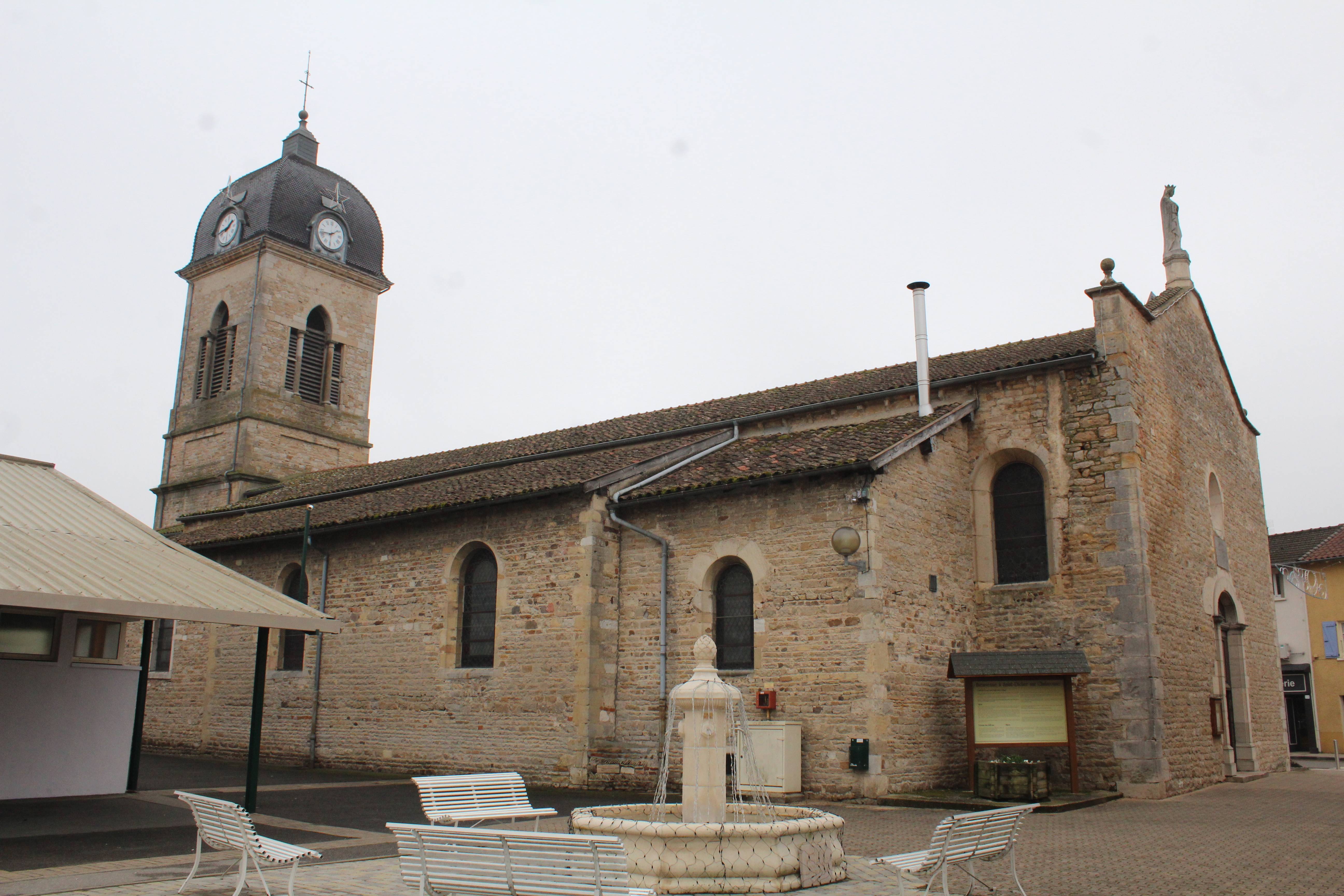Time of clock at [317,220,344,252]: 1:43
